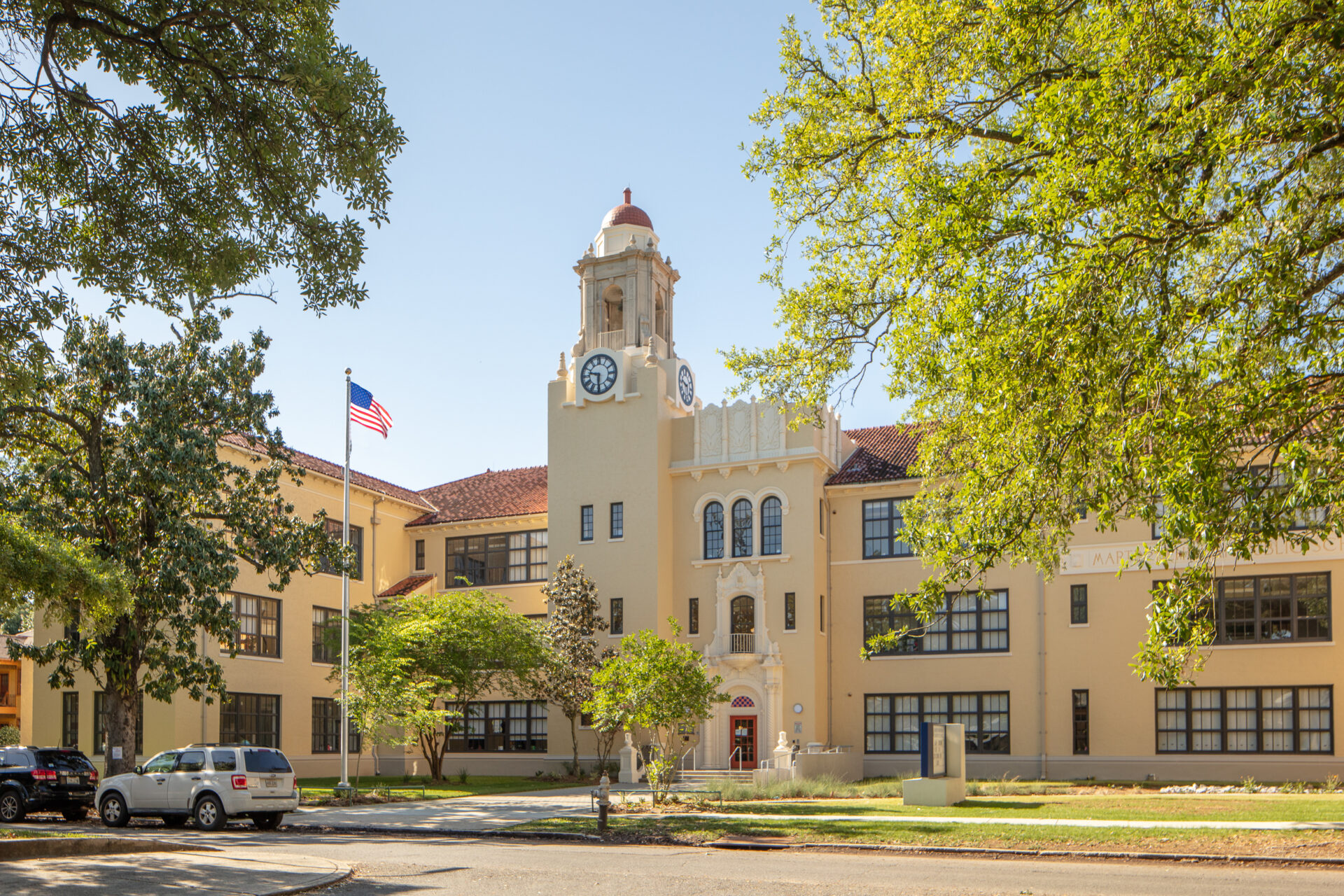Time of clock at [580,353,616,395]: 9:30
